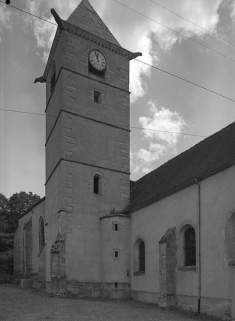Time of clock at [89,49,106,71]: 11:56
